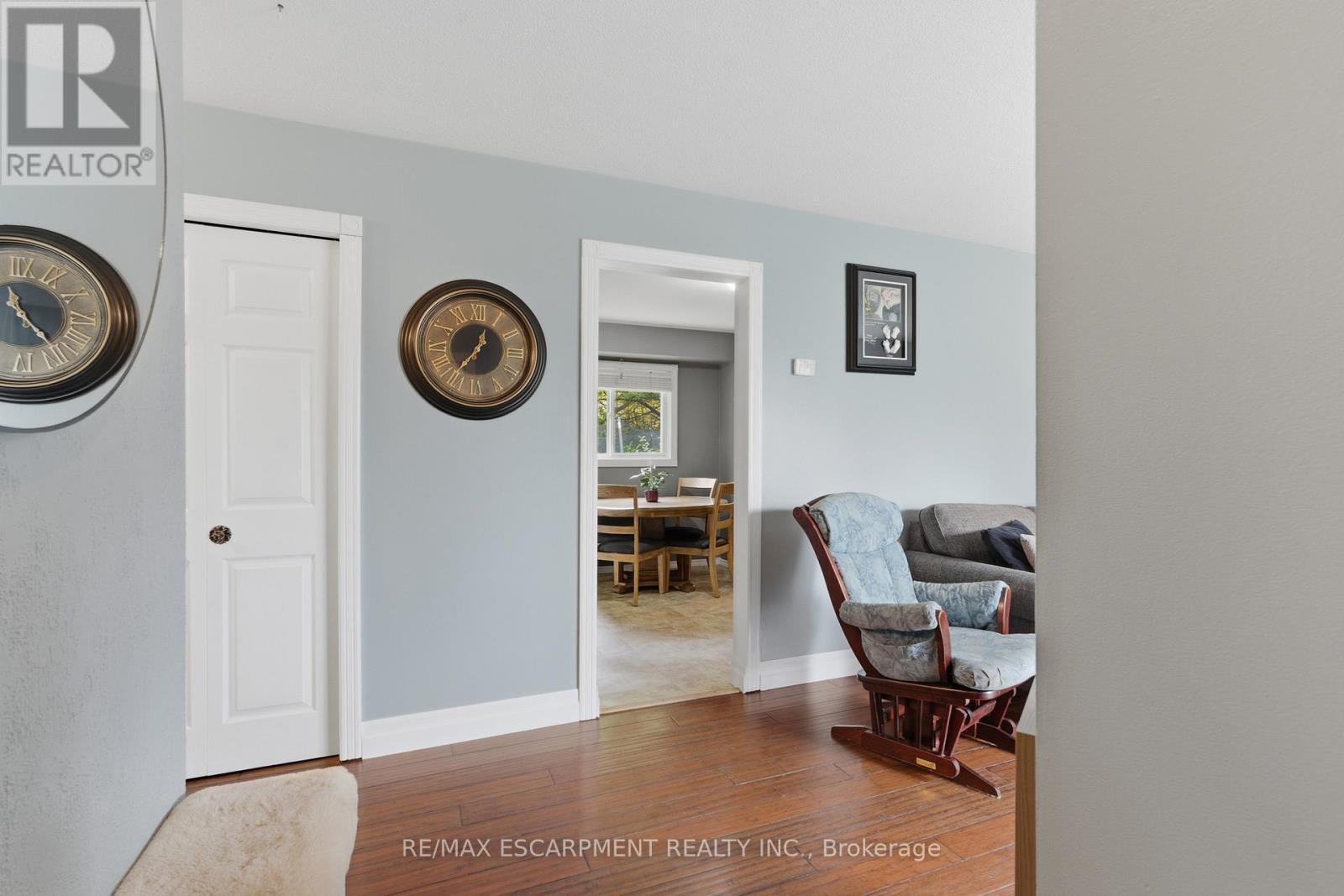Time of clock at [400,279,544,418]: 12:36
